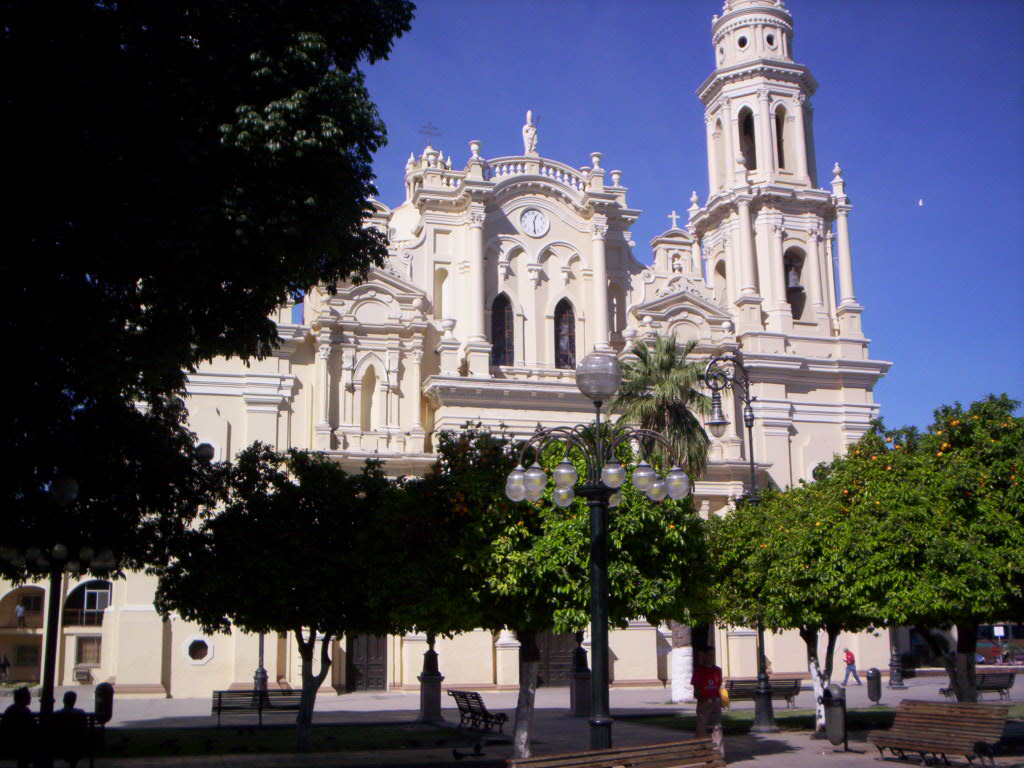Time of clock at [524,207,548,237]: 12:28
